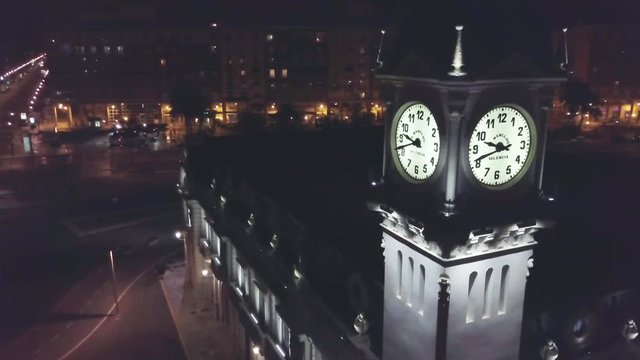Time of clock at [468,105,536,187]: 9:41
